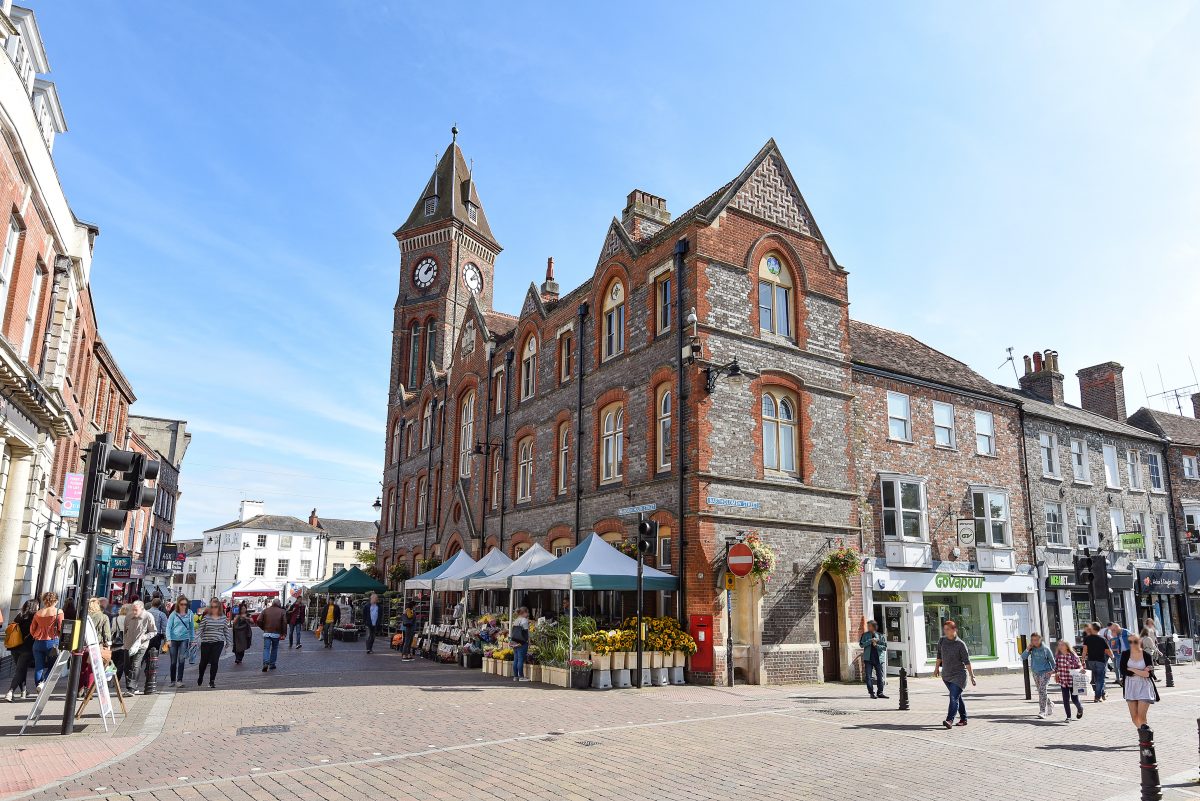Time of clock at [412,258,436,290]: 2:06
